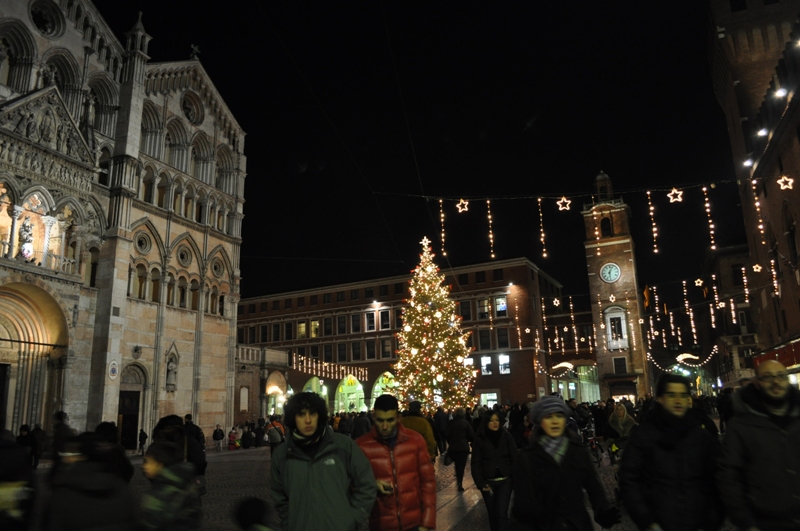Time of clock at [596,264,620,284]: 6:03
